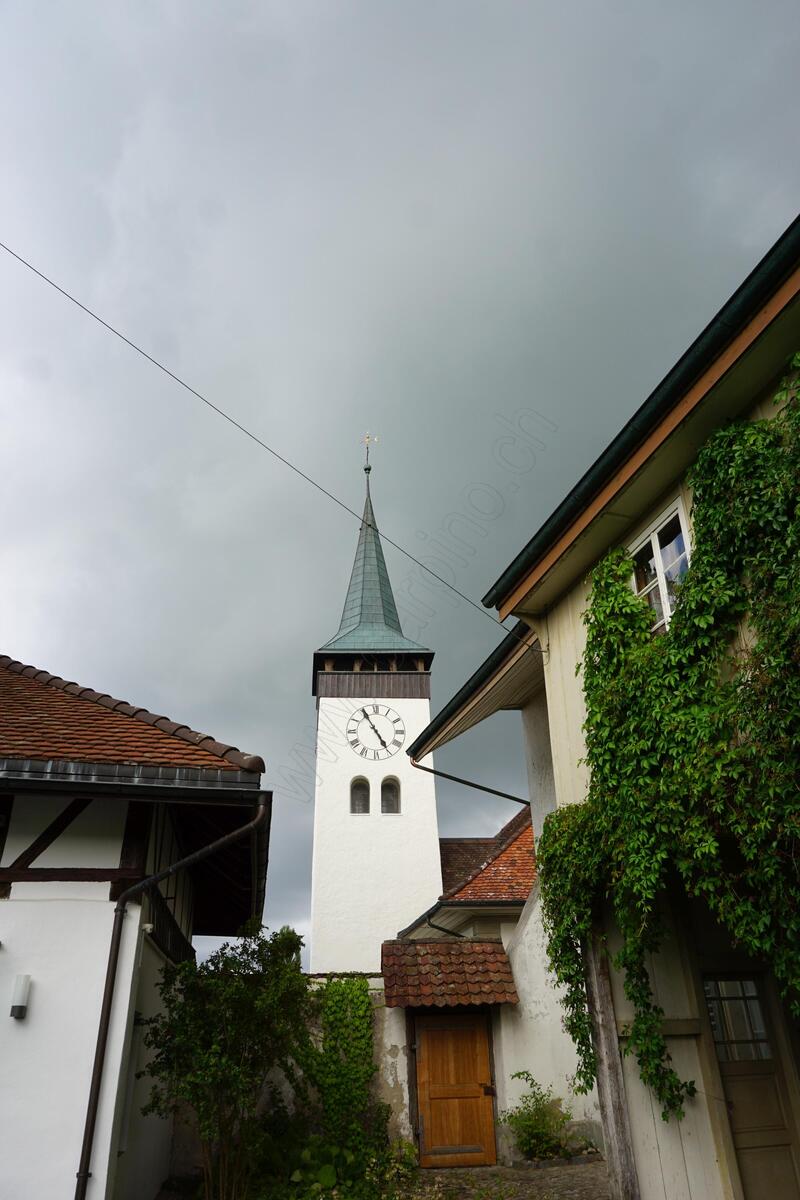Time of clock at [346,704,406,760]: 4:54
